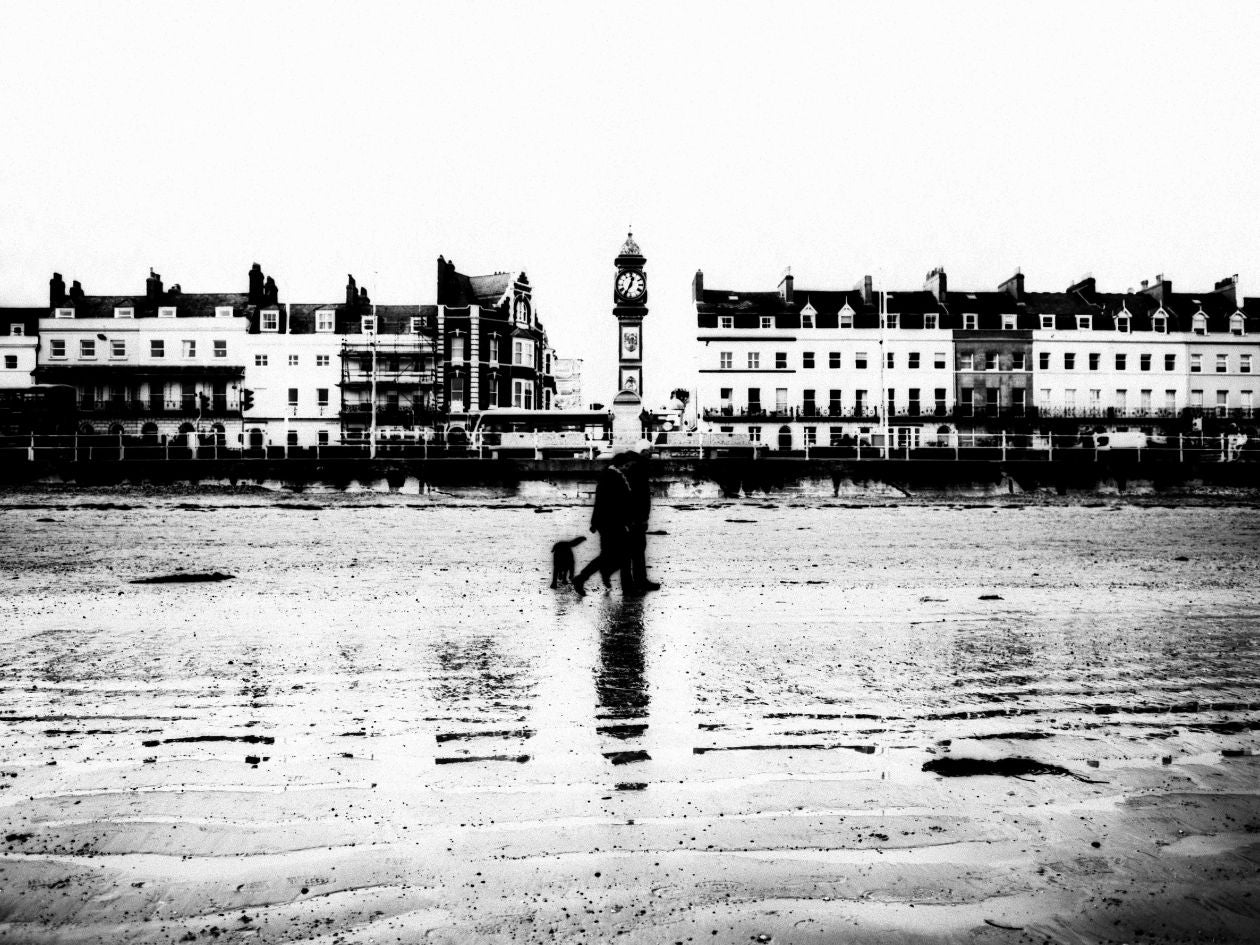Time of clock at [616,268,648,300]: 12:34
